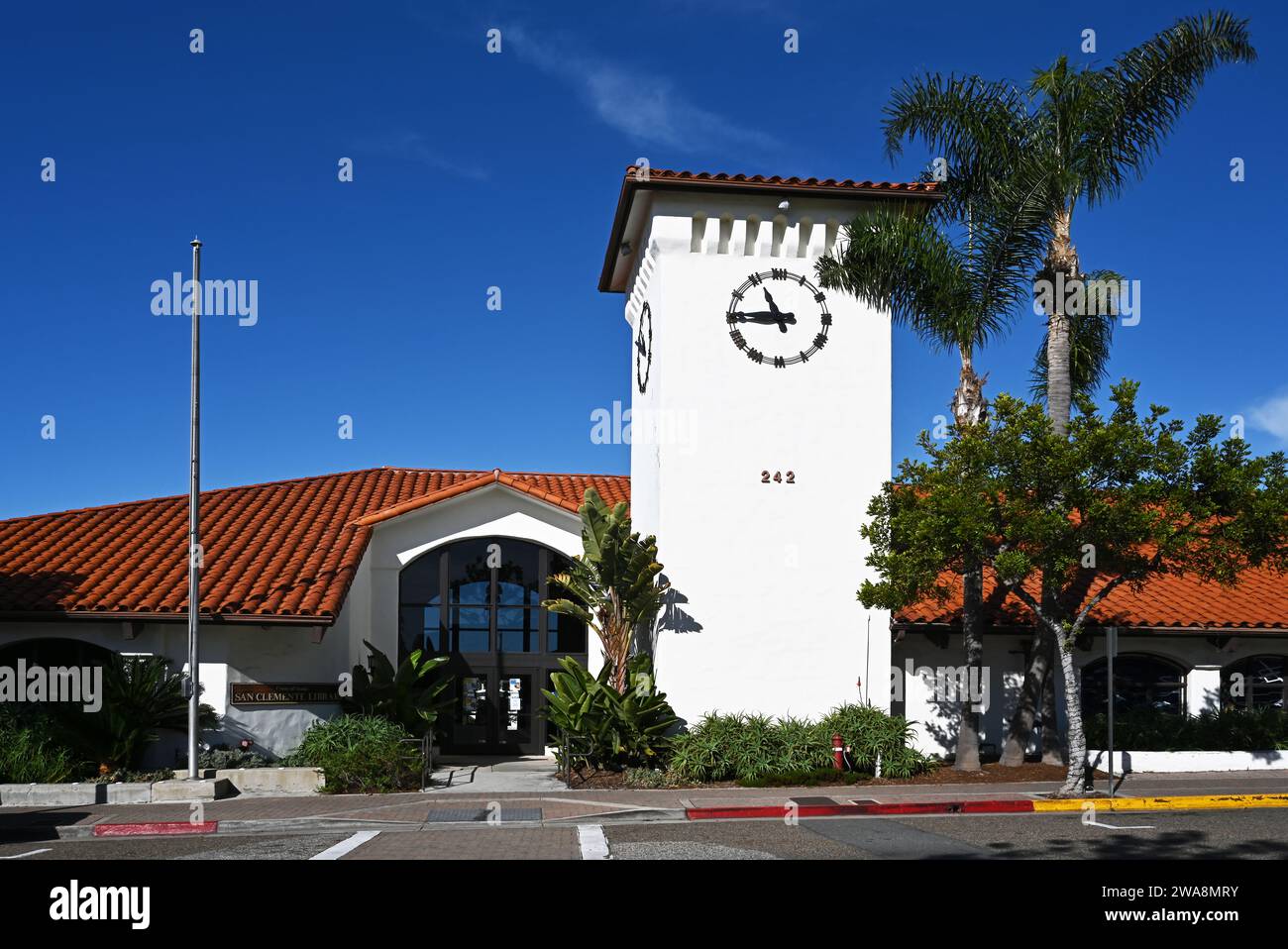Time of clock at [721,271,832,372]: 10:45
